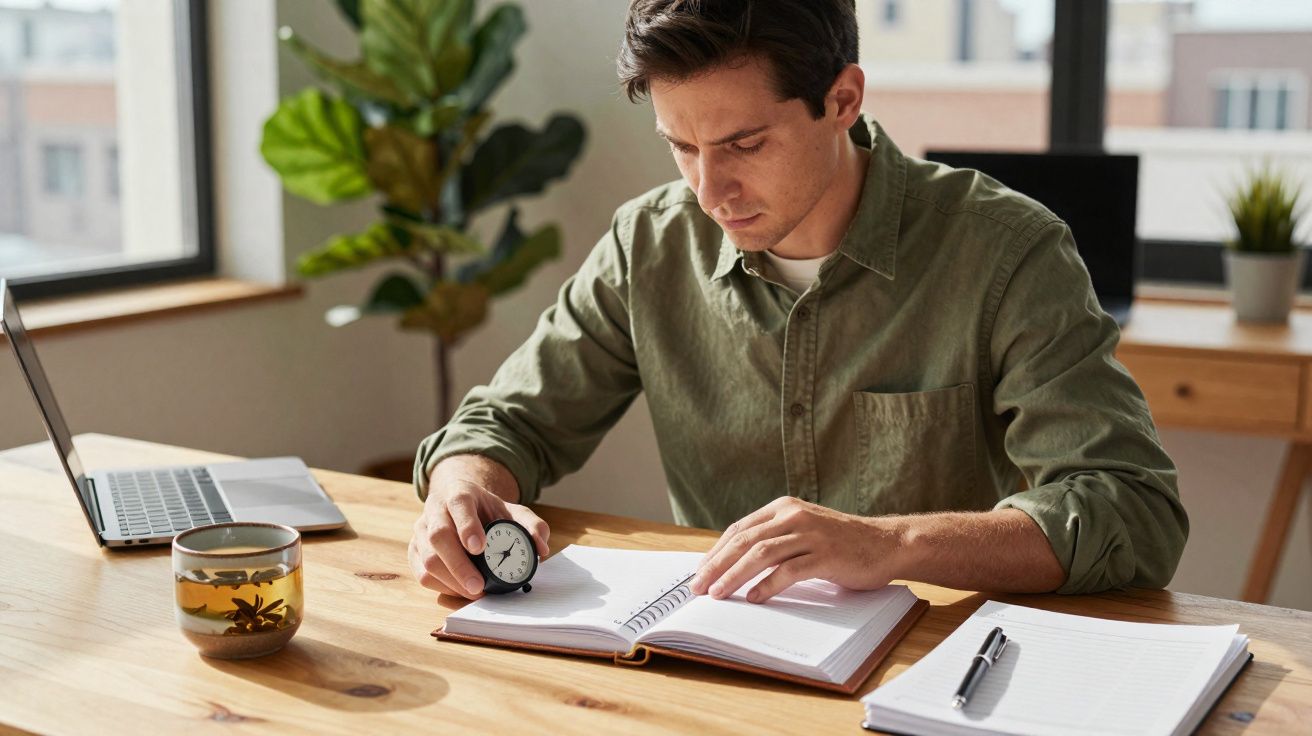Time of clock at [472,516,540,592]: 1:38
